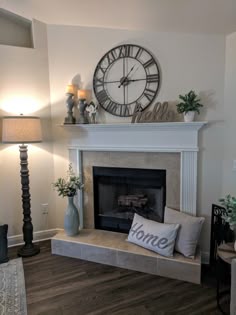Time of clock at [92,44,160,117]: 1:14
